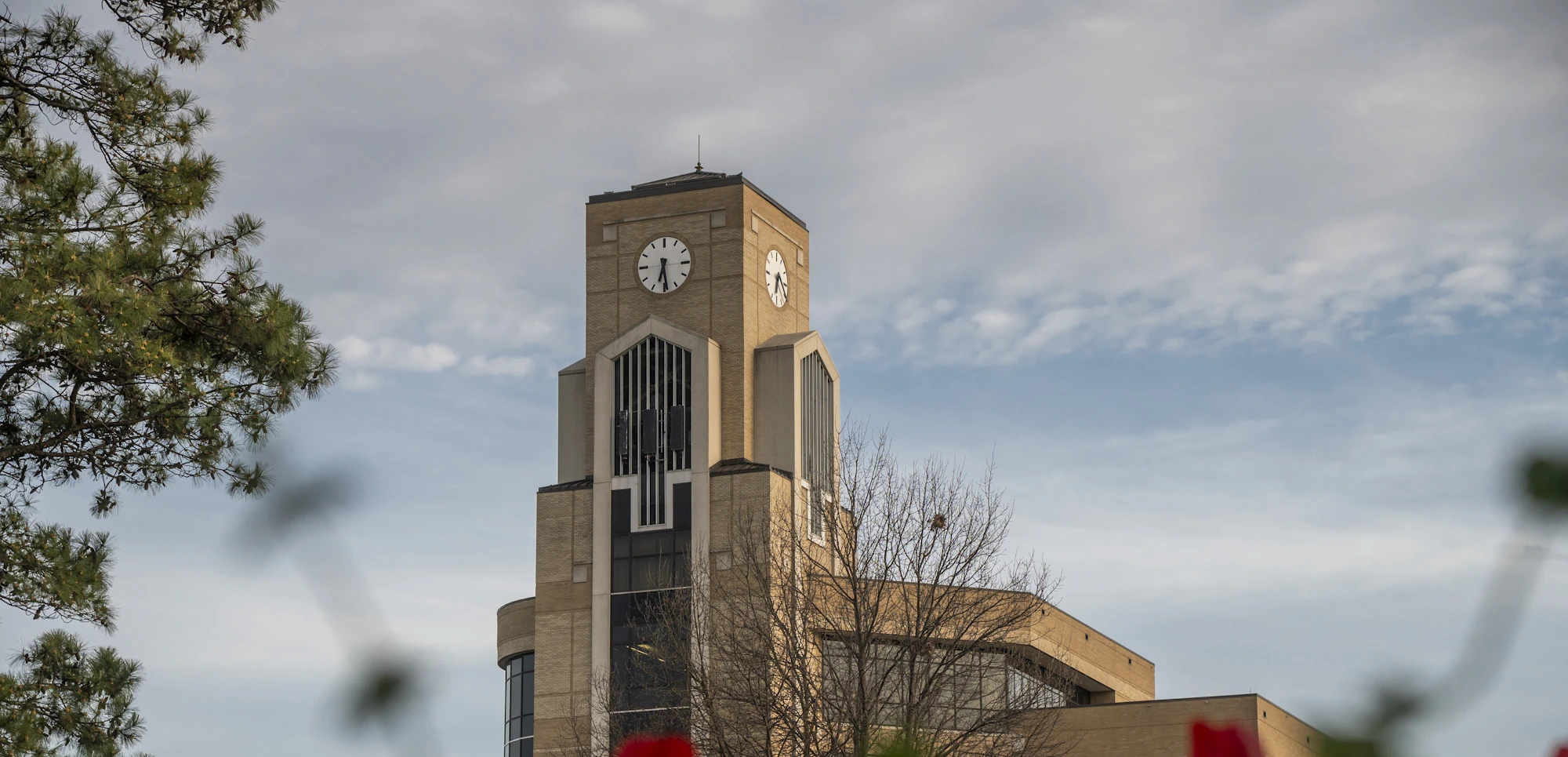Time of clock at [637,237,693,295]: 6:28
